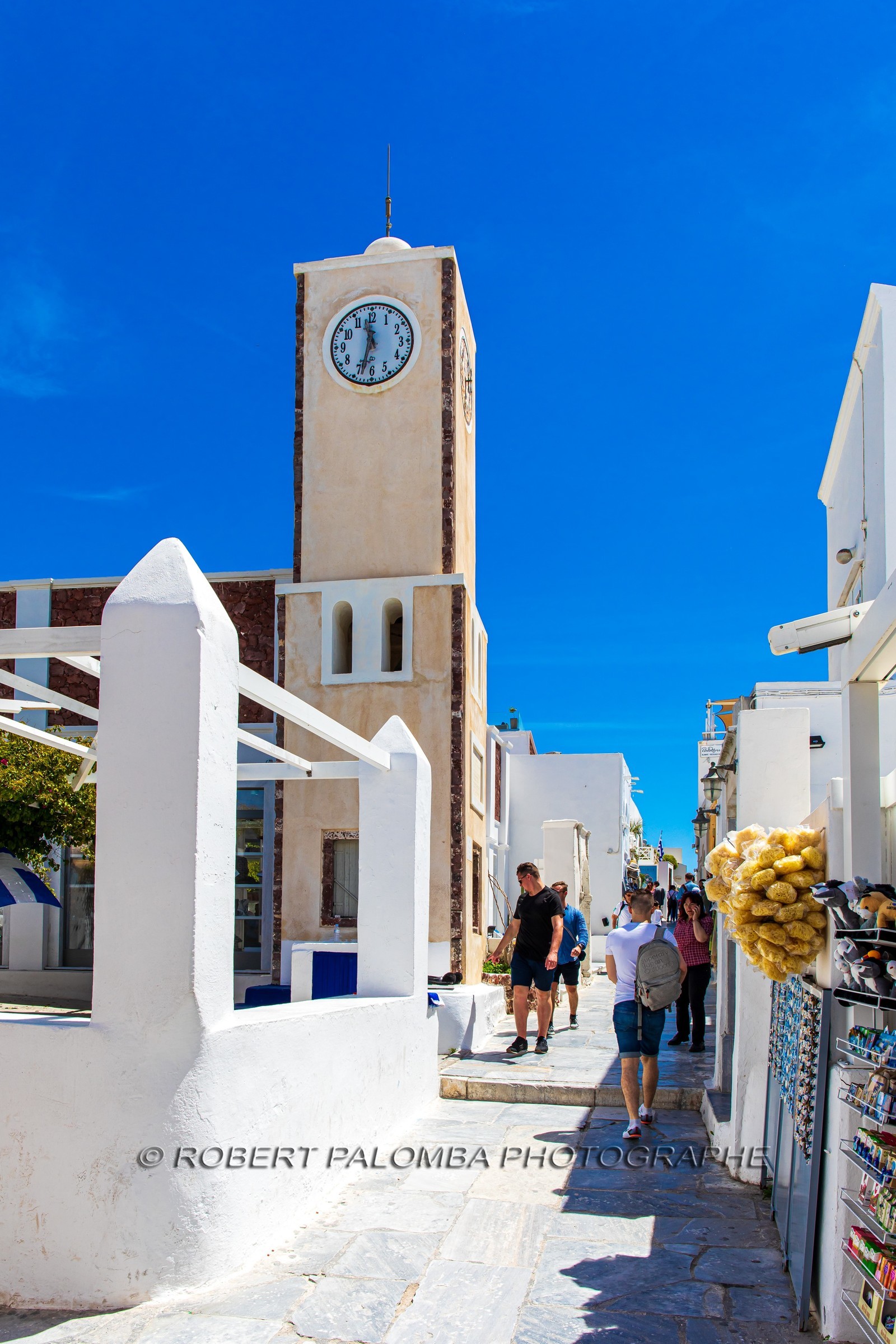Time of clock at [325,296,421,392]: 11:32
